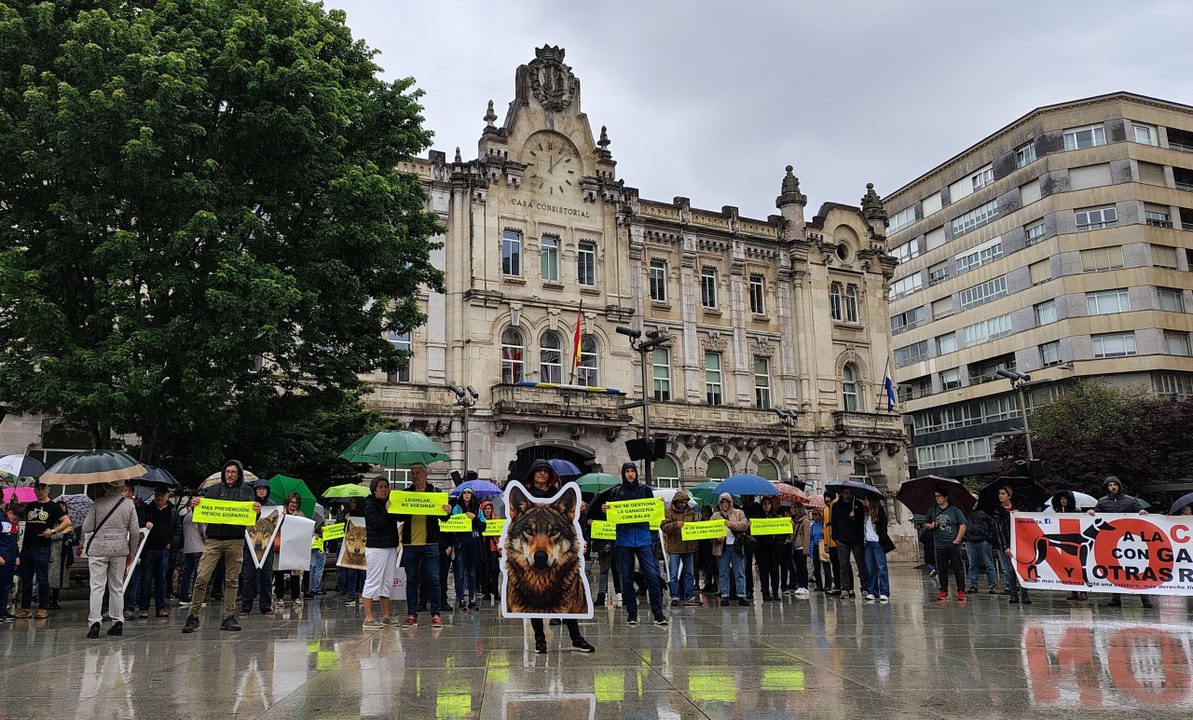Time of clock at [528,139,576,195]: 12:07
